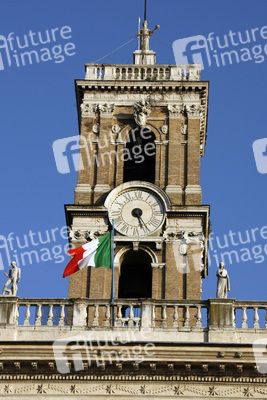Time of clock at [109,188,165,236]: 5:26
